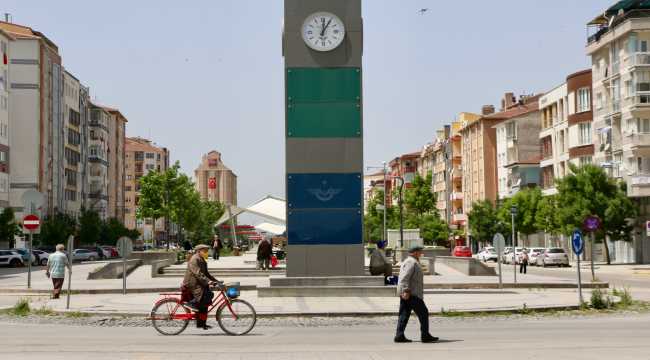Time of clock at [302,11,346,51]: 12:05
